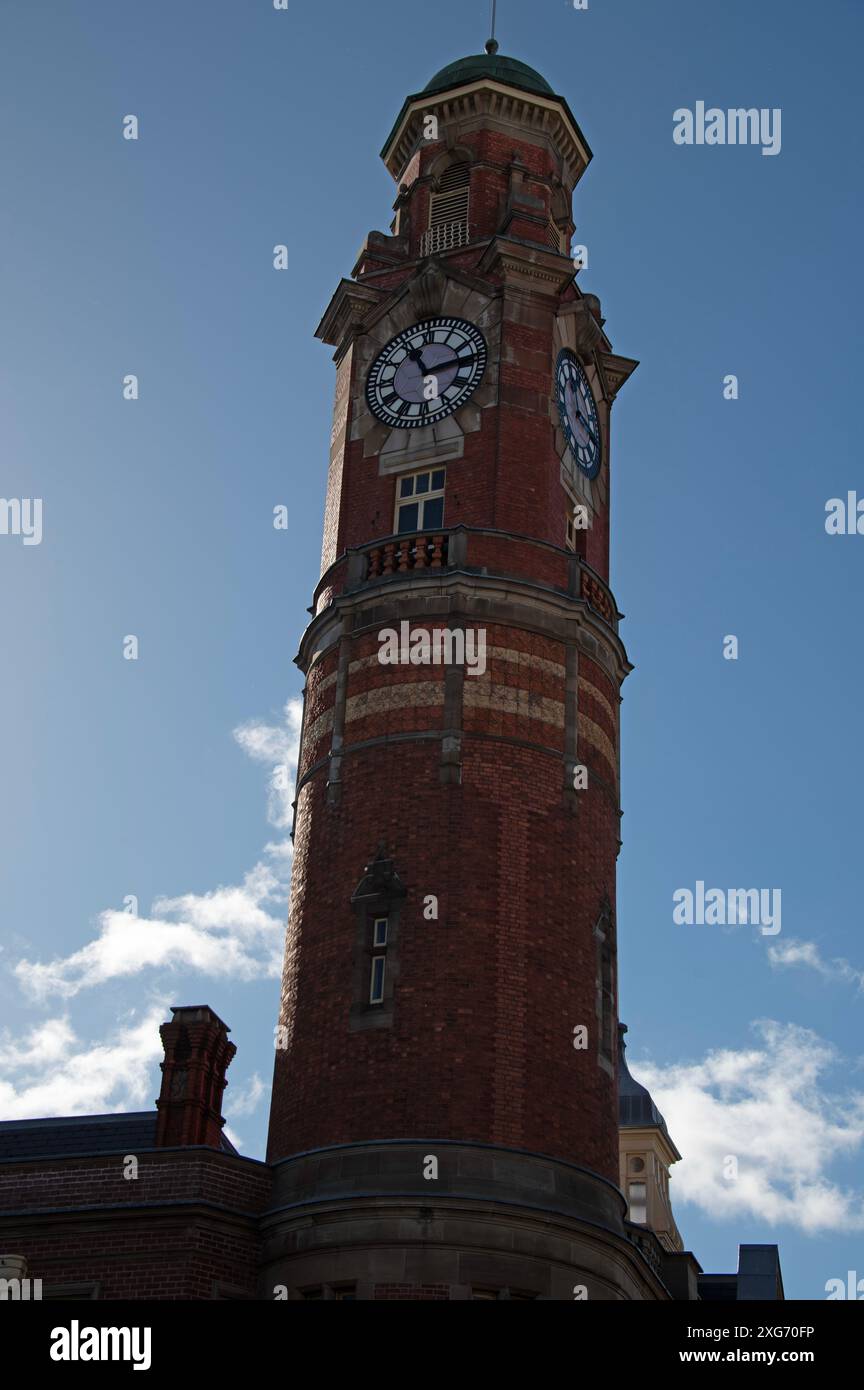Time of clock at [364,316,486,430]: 11:13
